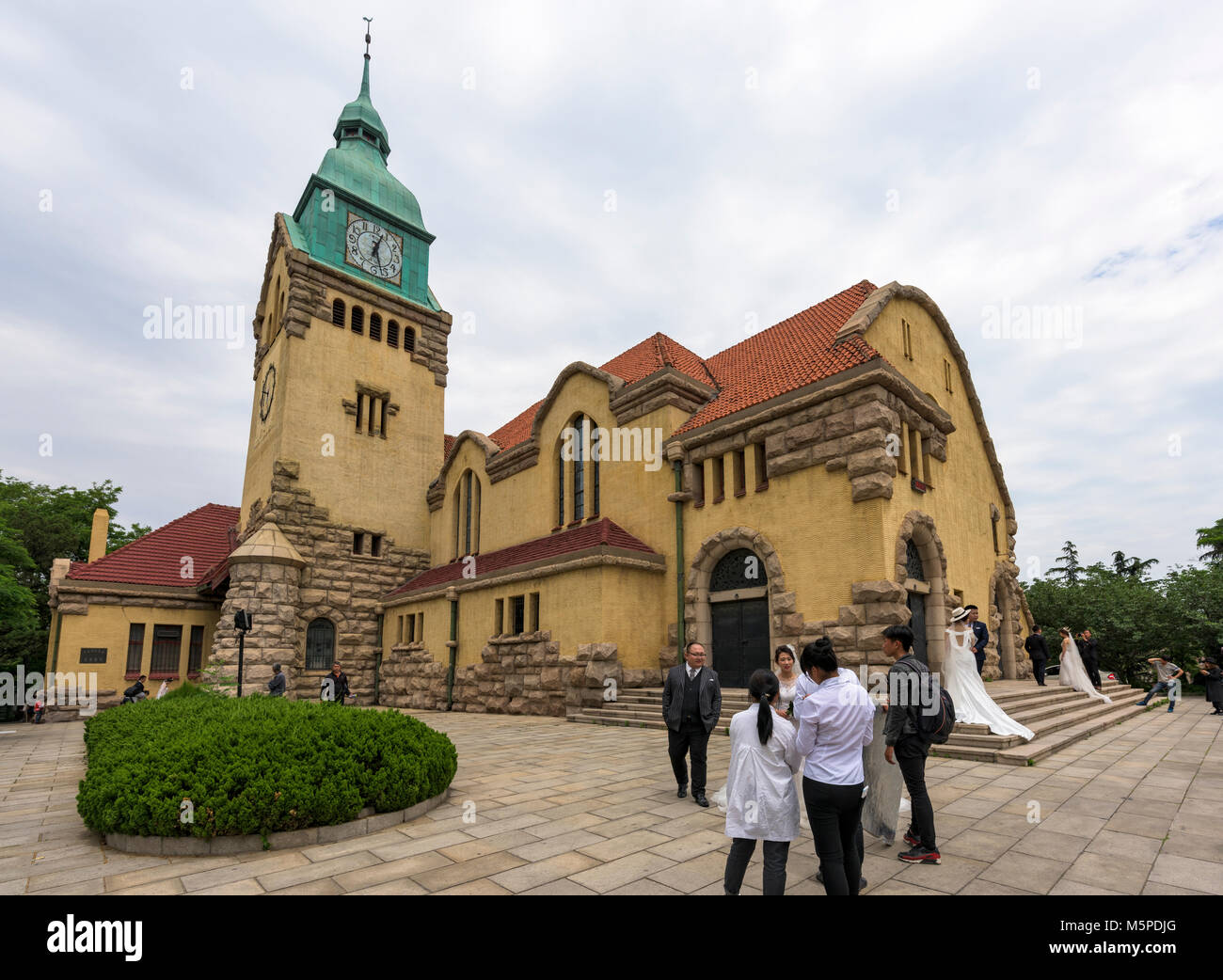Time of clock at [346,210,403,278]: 12:26
